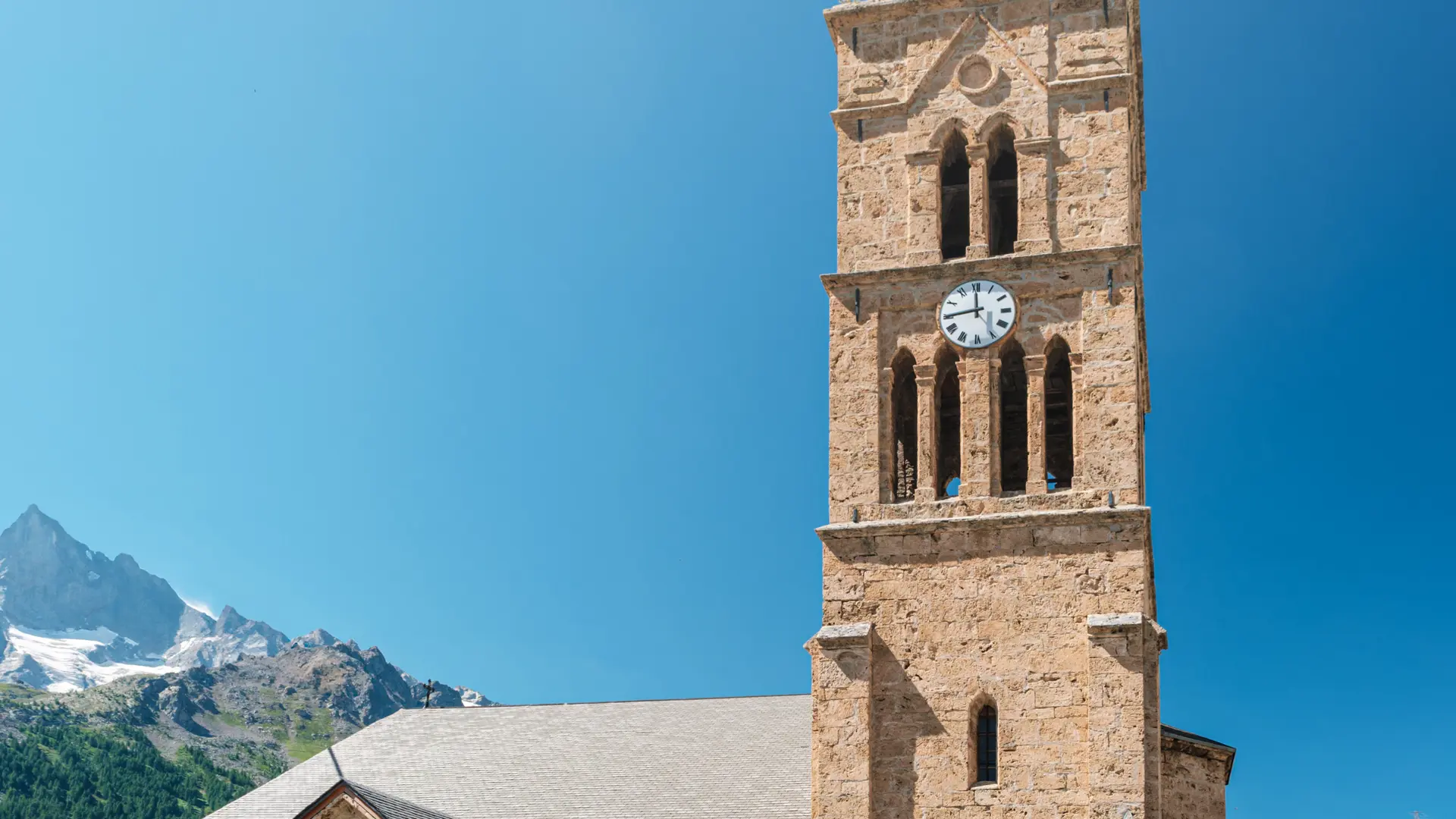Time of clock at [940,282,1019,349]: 11:44
